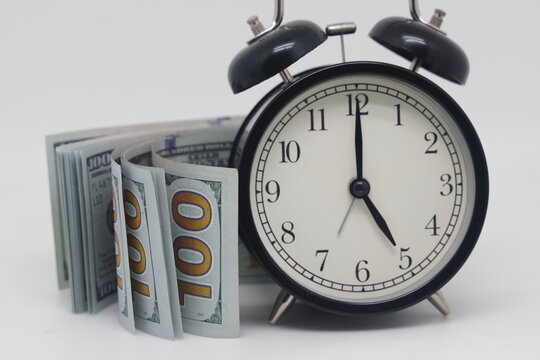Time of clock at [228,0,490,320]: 5:00
